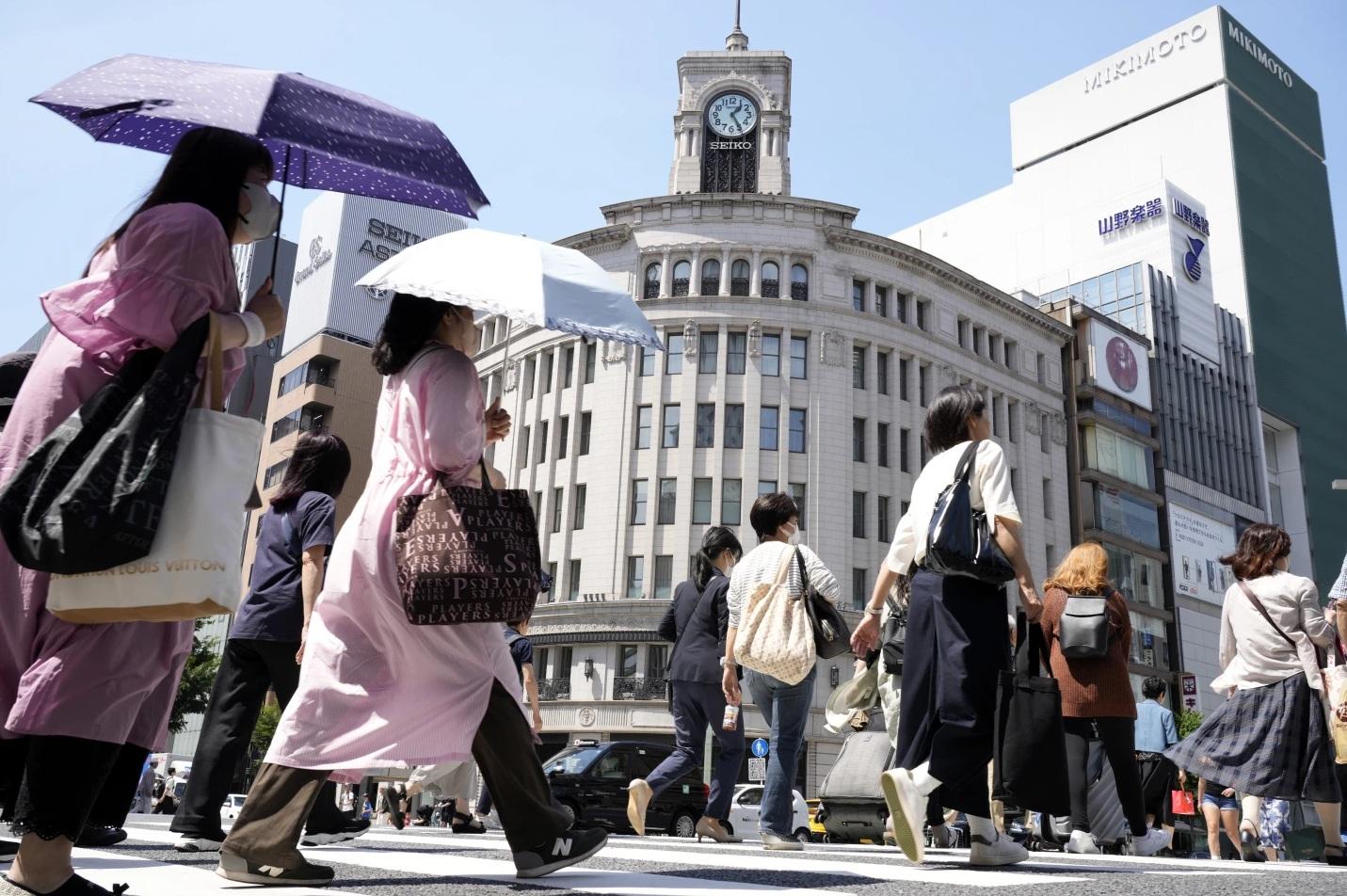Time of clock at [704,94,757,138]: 1:24
